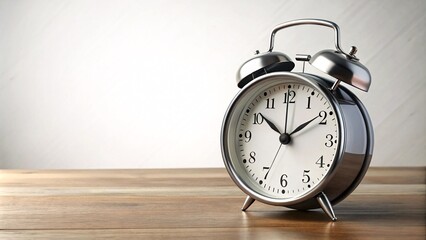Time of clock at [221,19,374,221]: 1:51
